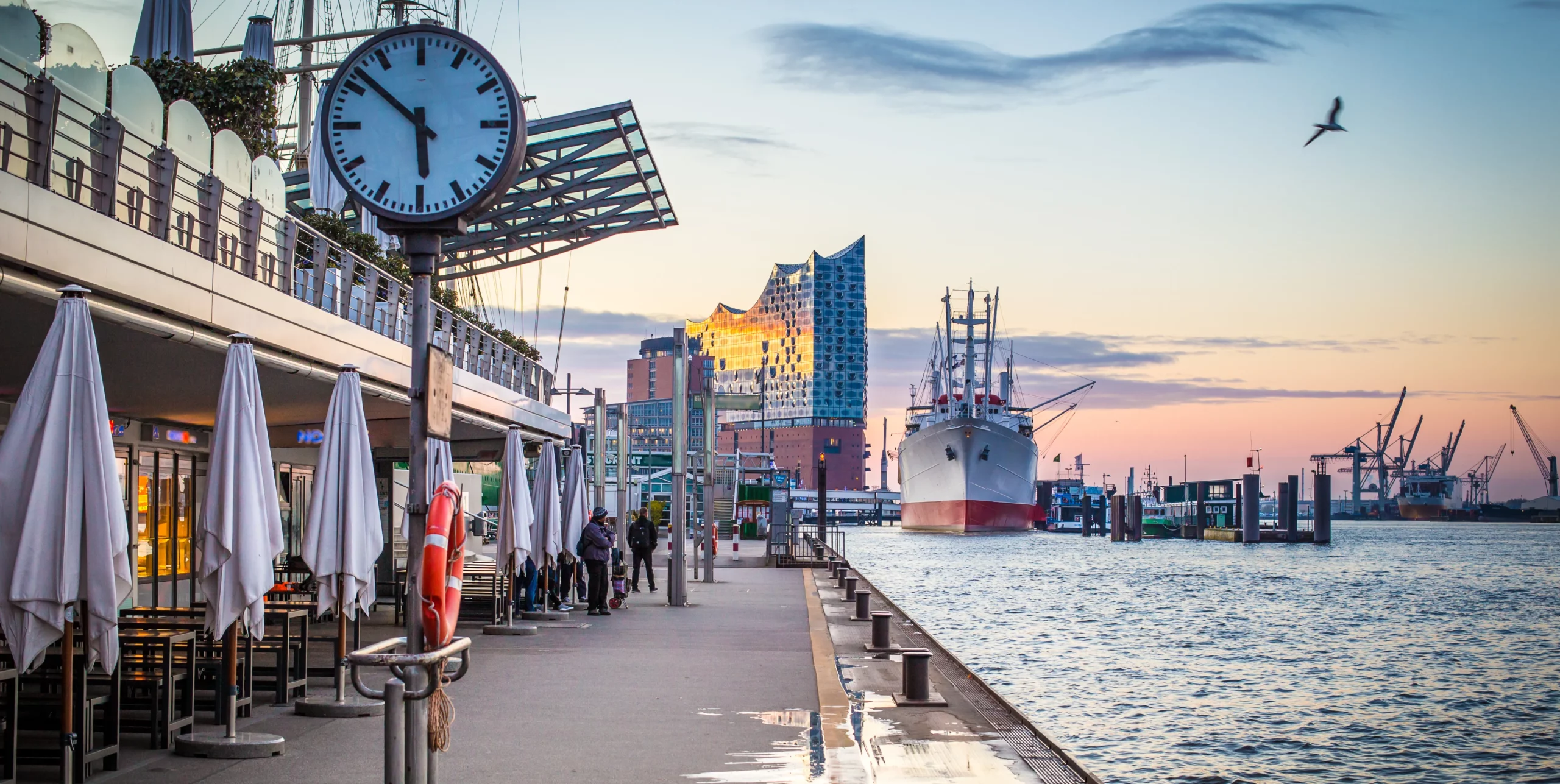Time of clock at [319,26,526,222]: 5:51
